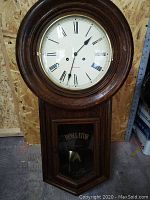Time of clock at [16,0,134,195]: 1:32
